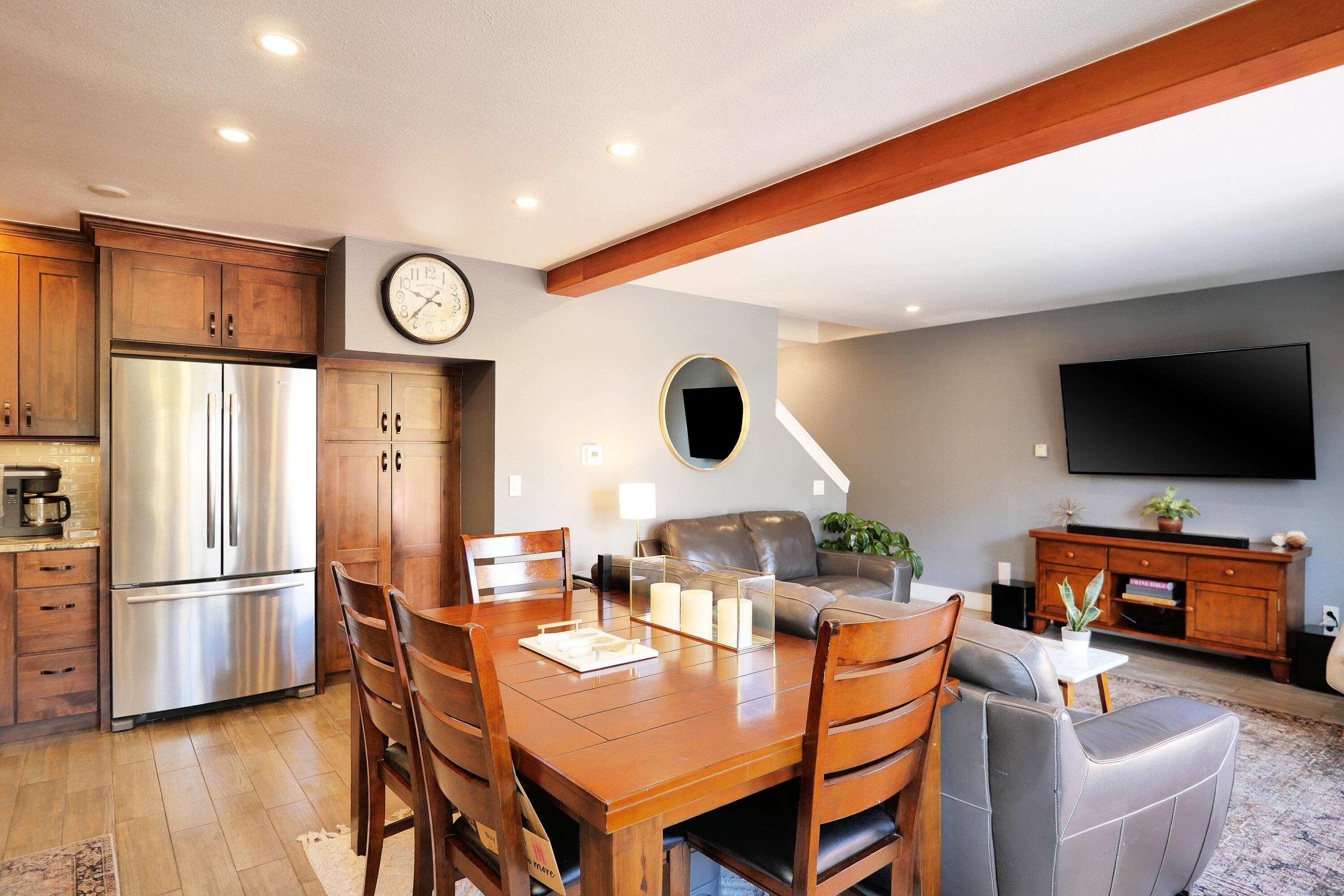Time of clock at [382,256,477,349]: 9:37
